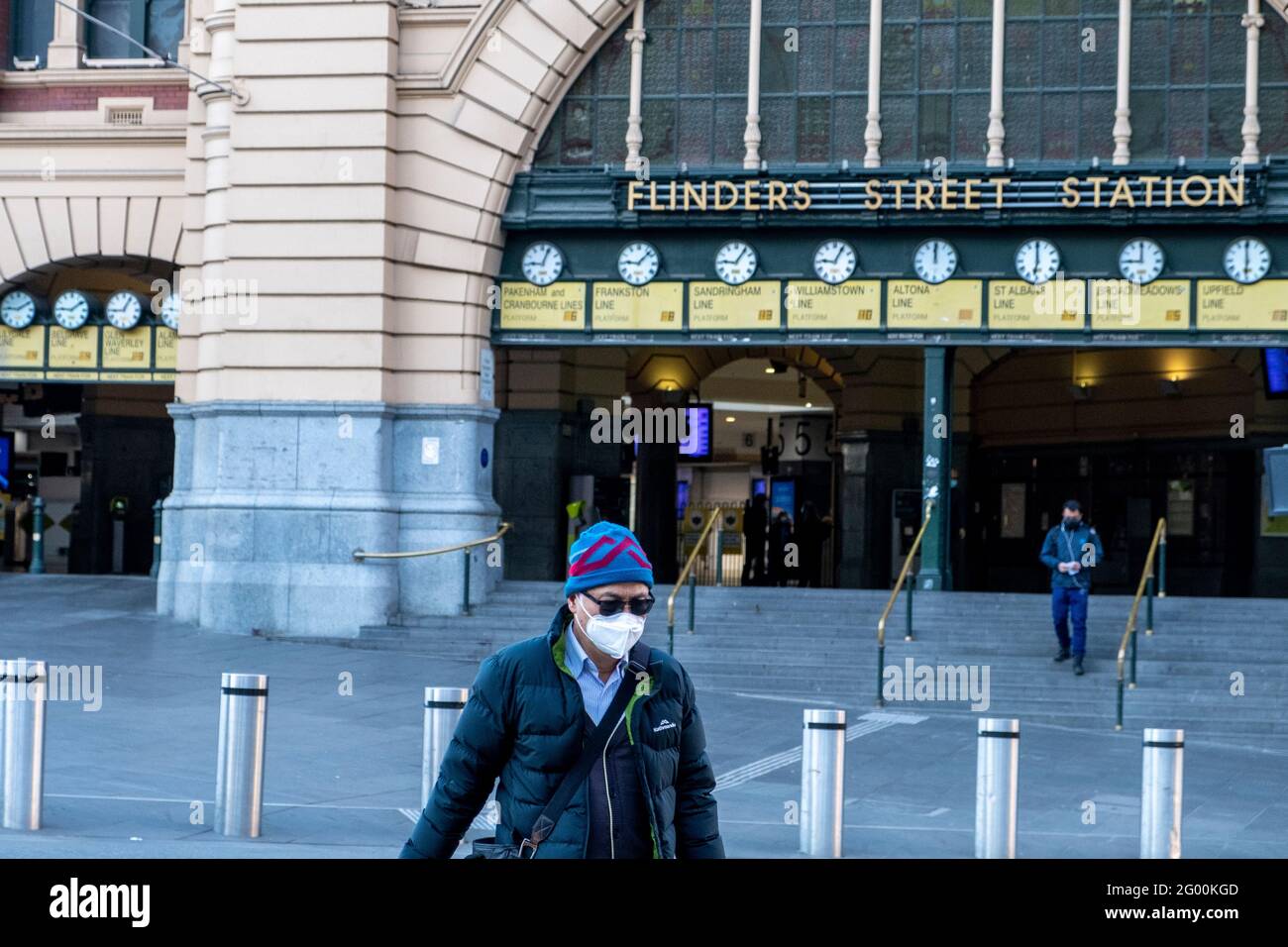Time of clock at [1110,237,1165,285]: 9:00
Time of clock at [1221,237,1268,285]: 5:59
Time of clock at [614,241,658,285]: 9:07
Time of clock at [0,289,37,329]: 9:10
